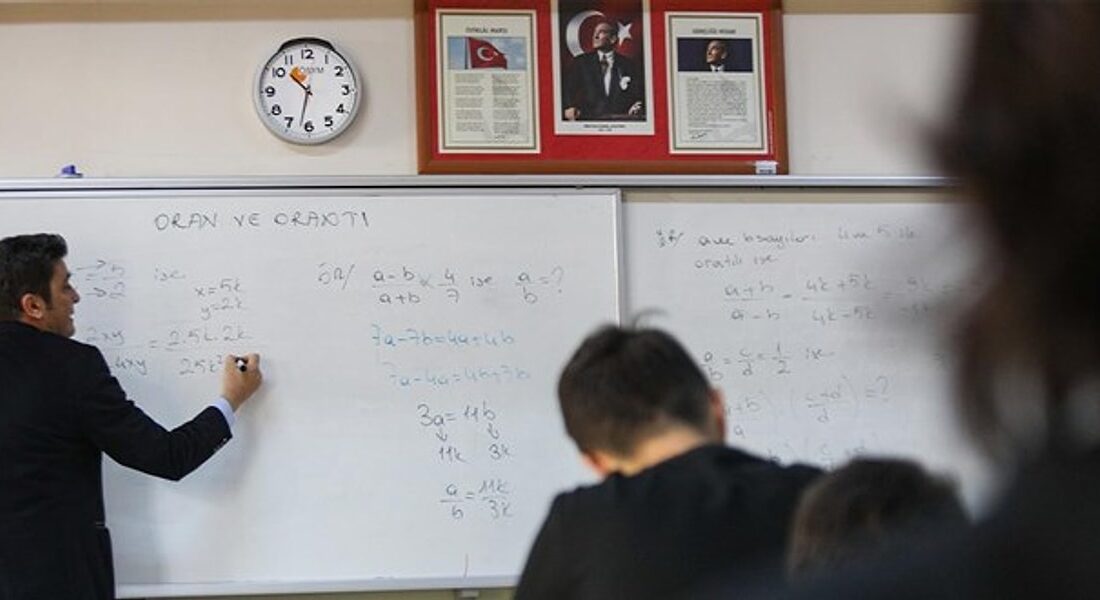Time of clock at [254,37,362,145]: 10:32
